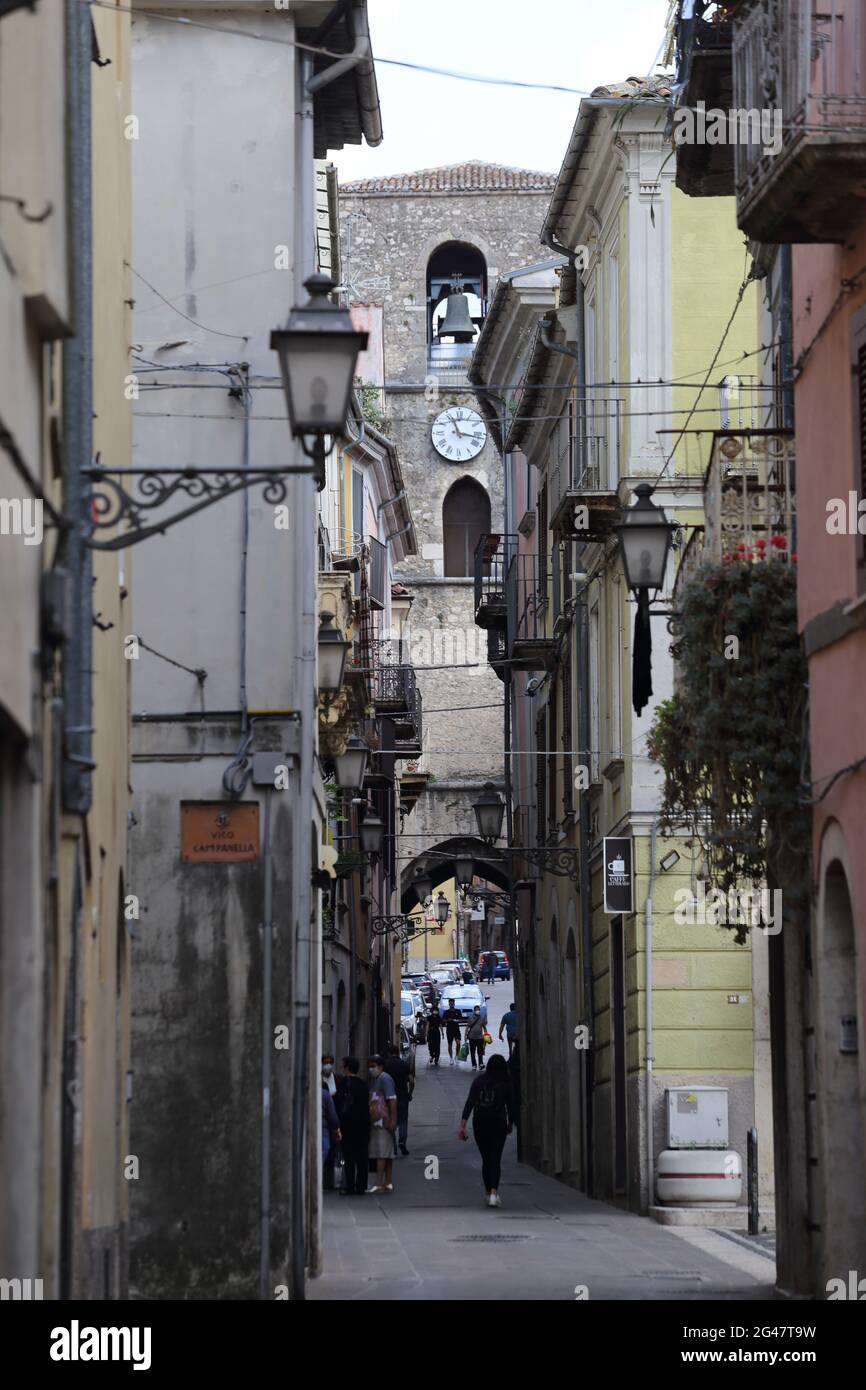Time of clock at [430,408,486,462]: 11:16
